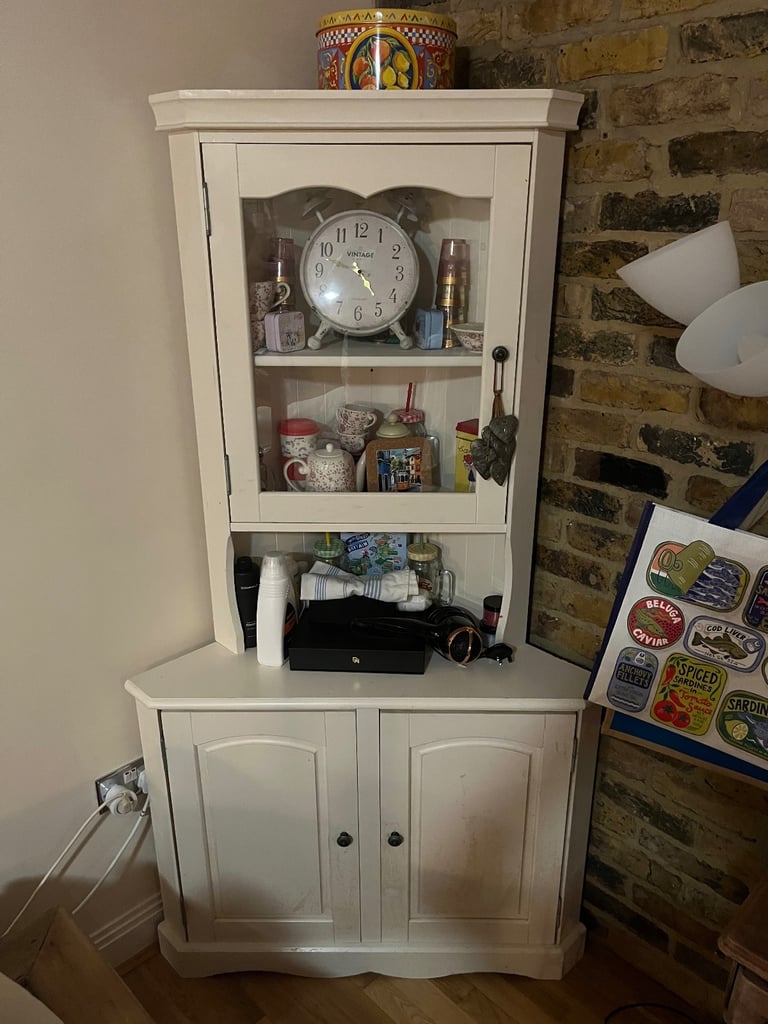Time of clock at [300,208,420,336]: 4:48
